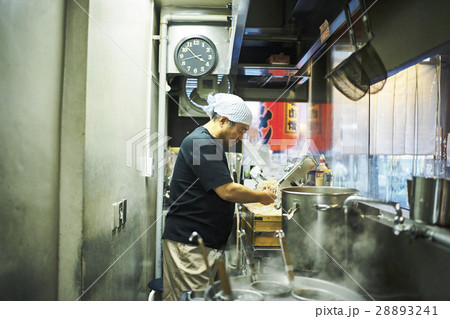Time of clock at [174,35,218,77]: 3:52
